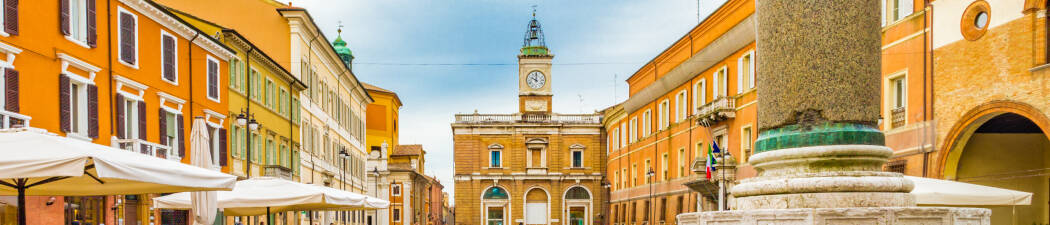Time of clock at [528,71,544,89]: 10:00
